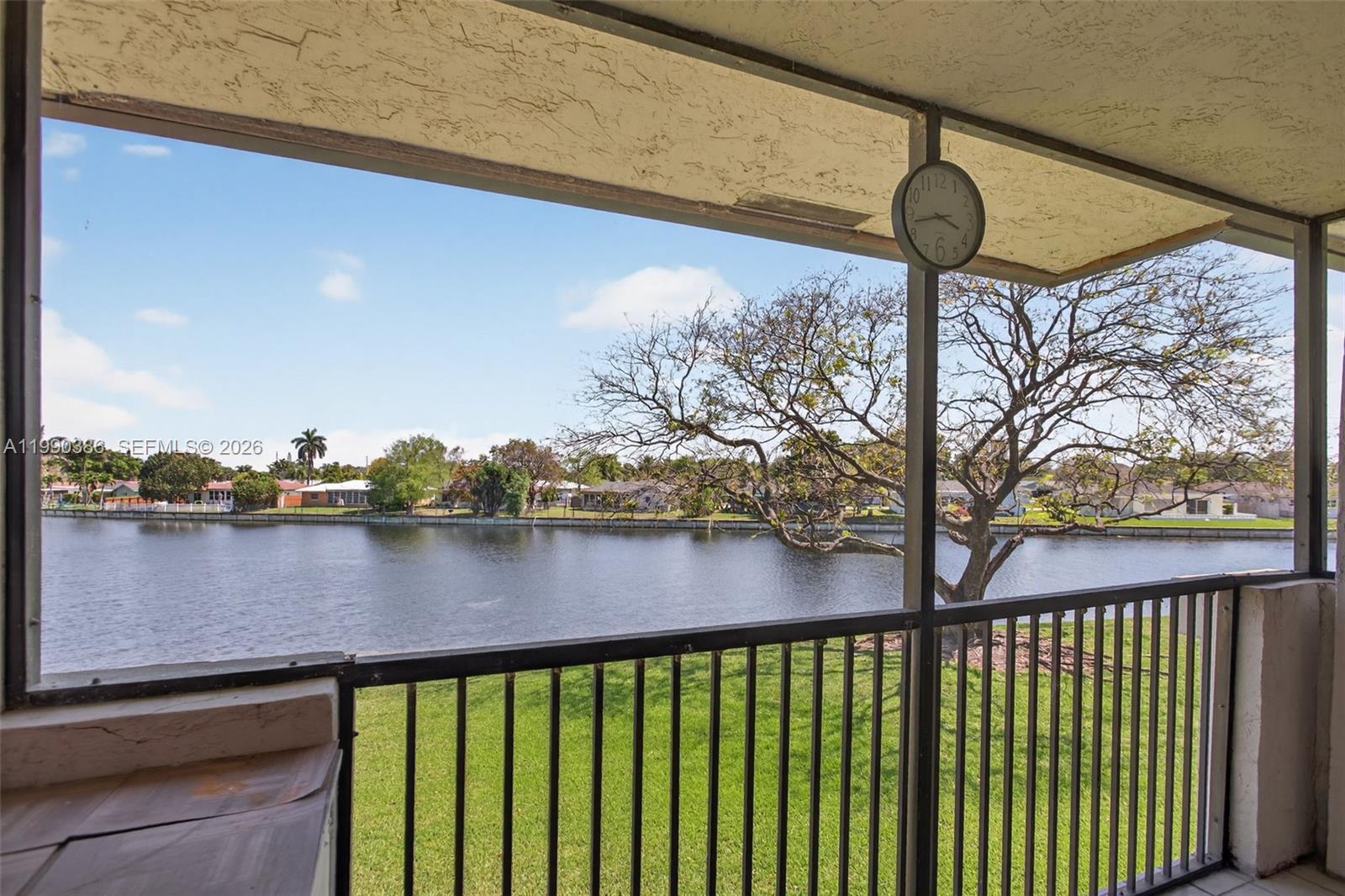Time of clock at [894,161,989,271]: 3:42
